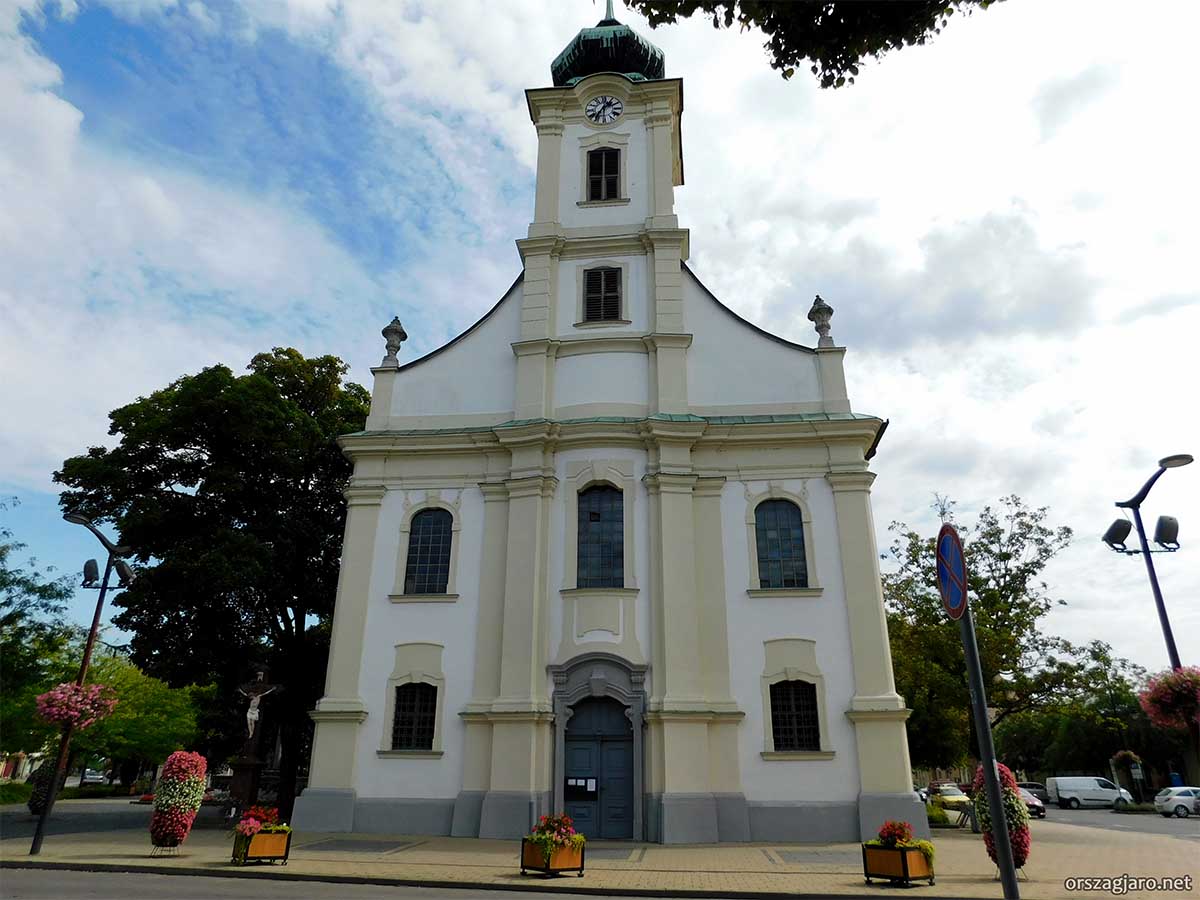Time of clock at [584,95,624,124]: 1:35
